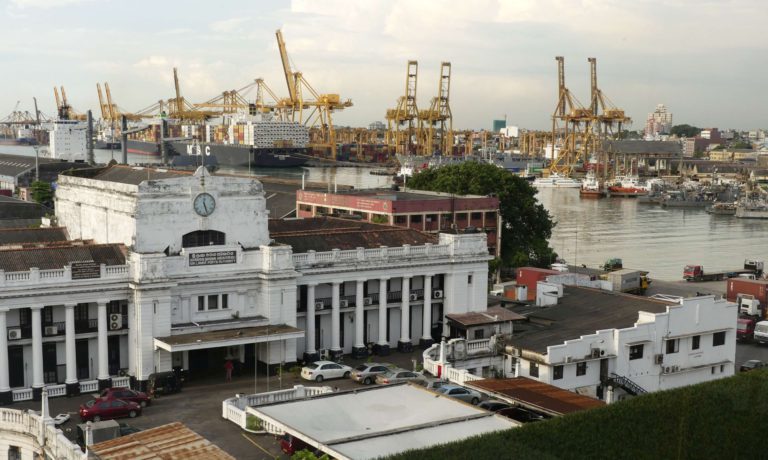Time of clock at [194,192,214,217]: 12:26
